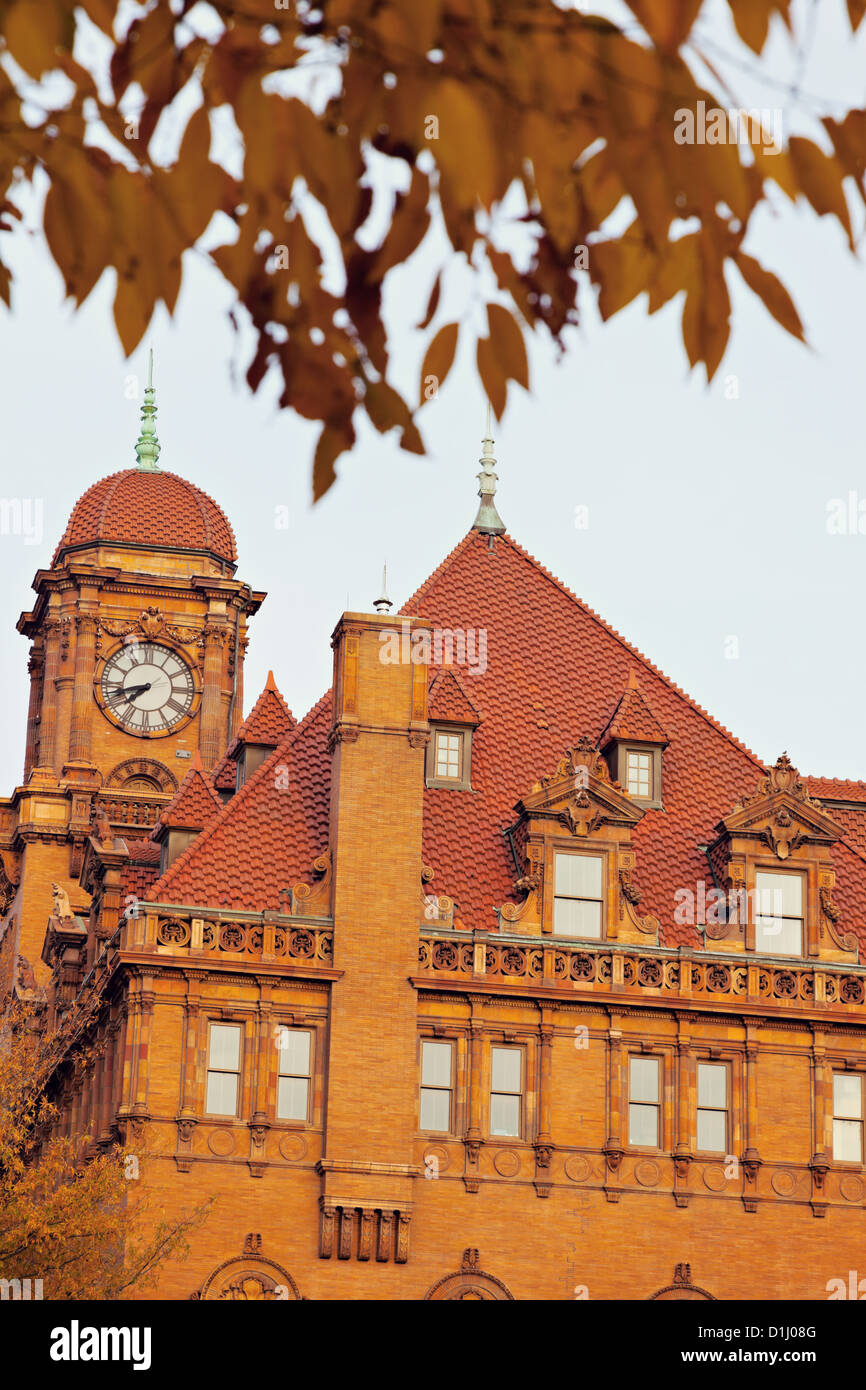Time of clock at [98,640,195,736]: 7:42
